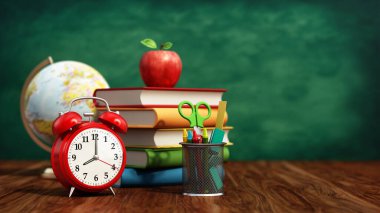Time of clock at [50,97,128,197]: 8:00
